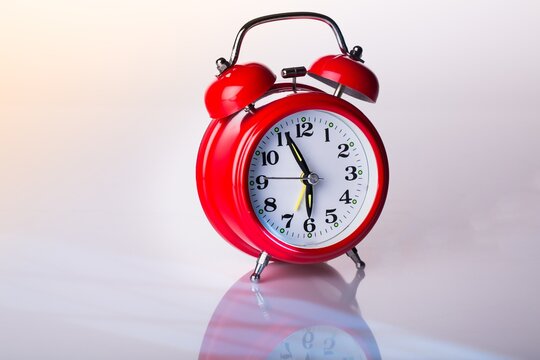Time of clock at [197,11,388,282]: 5:55
